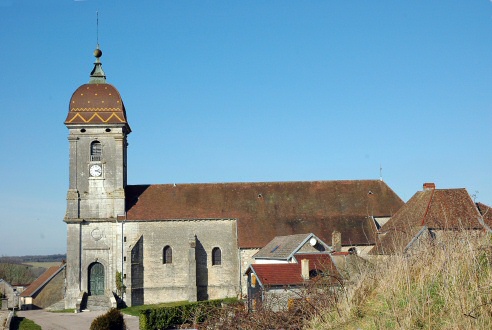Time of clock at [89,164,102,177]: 2:18
